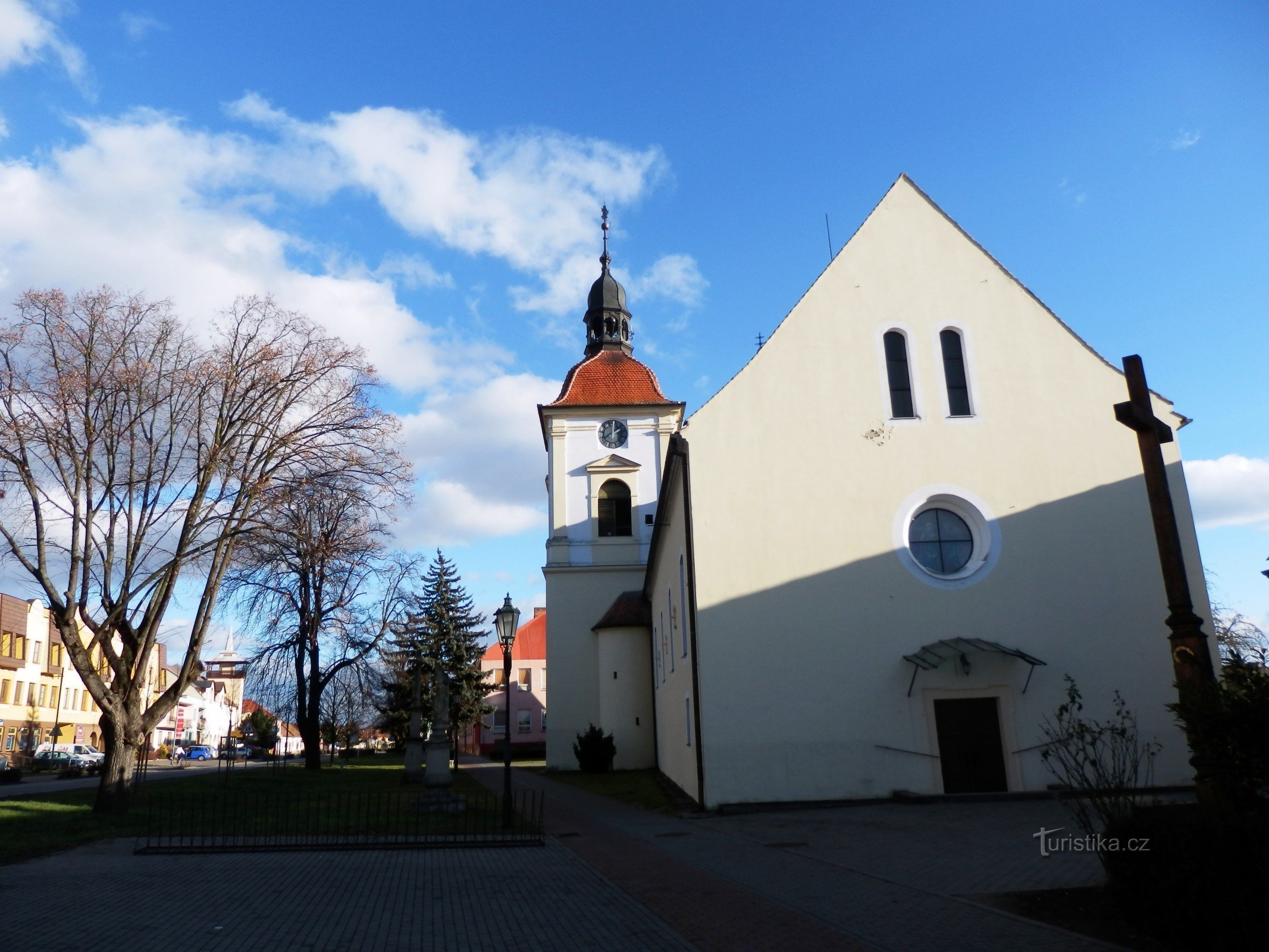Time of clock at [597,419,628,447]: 2:00
